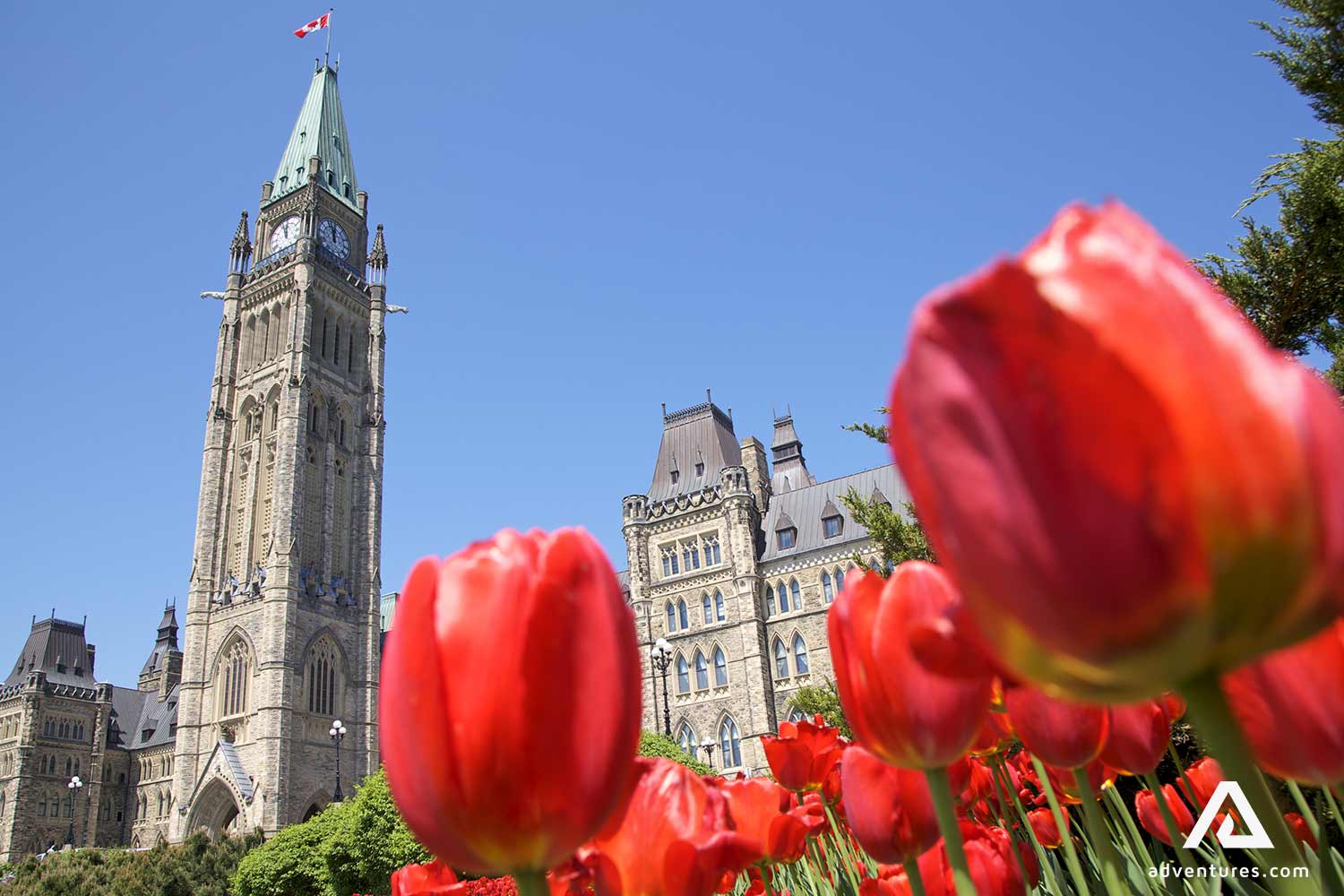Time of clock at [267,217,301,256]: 11:56
